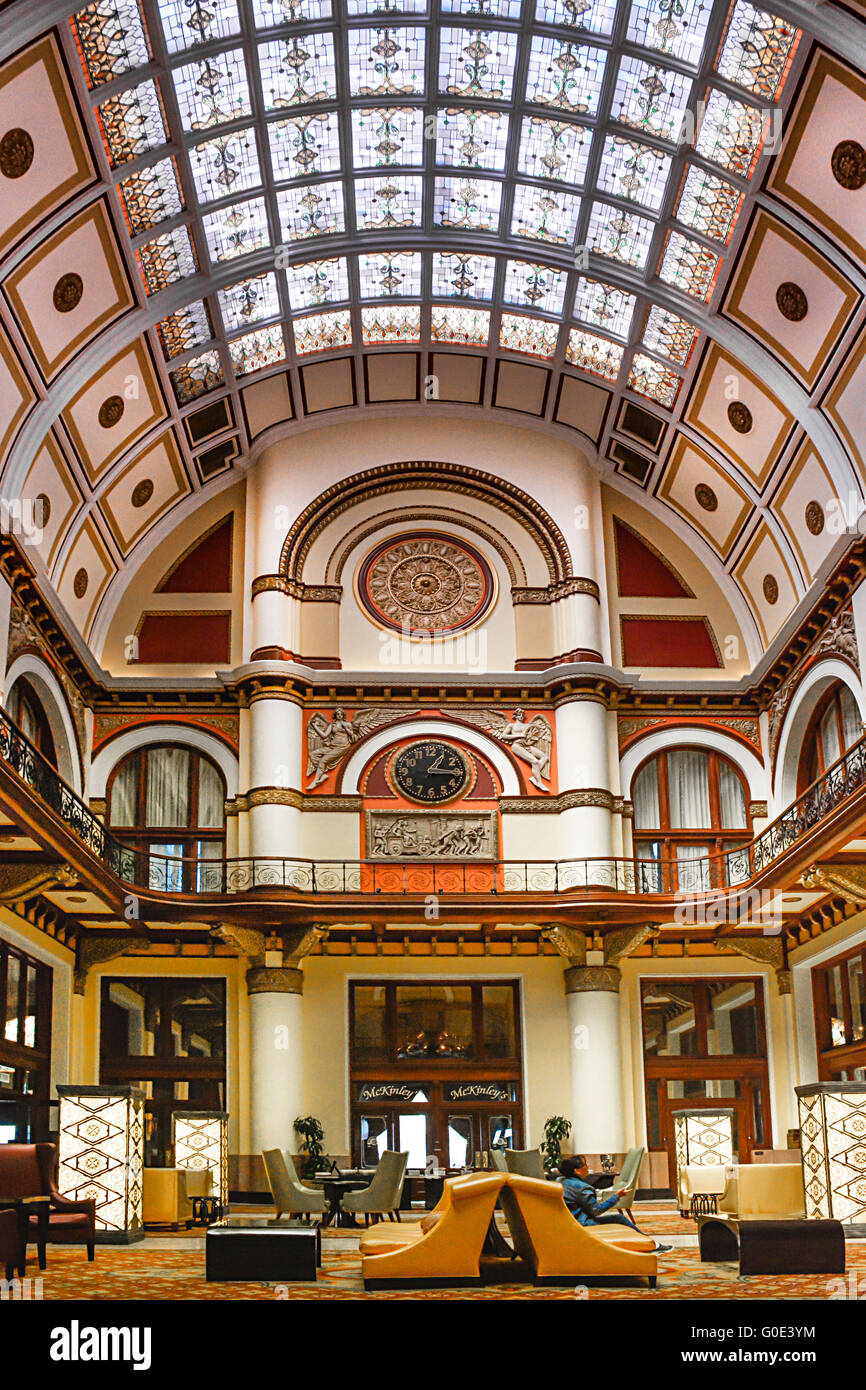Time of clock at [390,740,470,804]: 1:15
